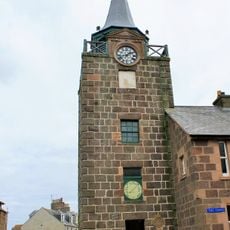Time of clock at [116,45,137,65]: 1:42
